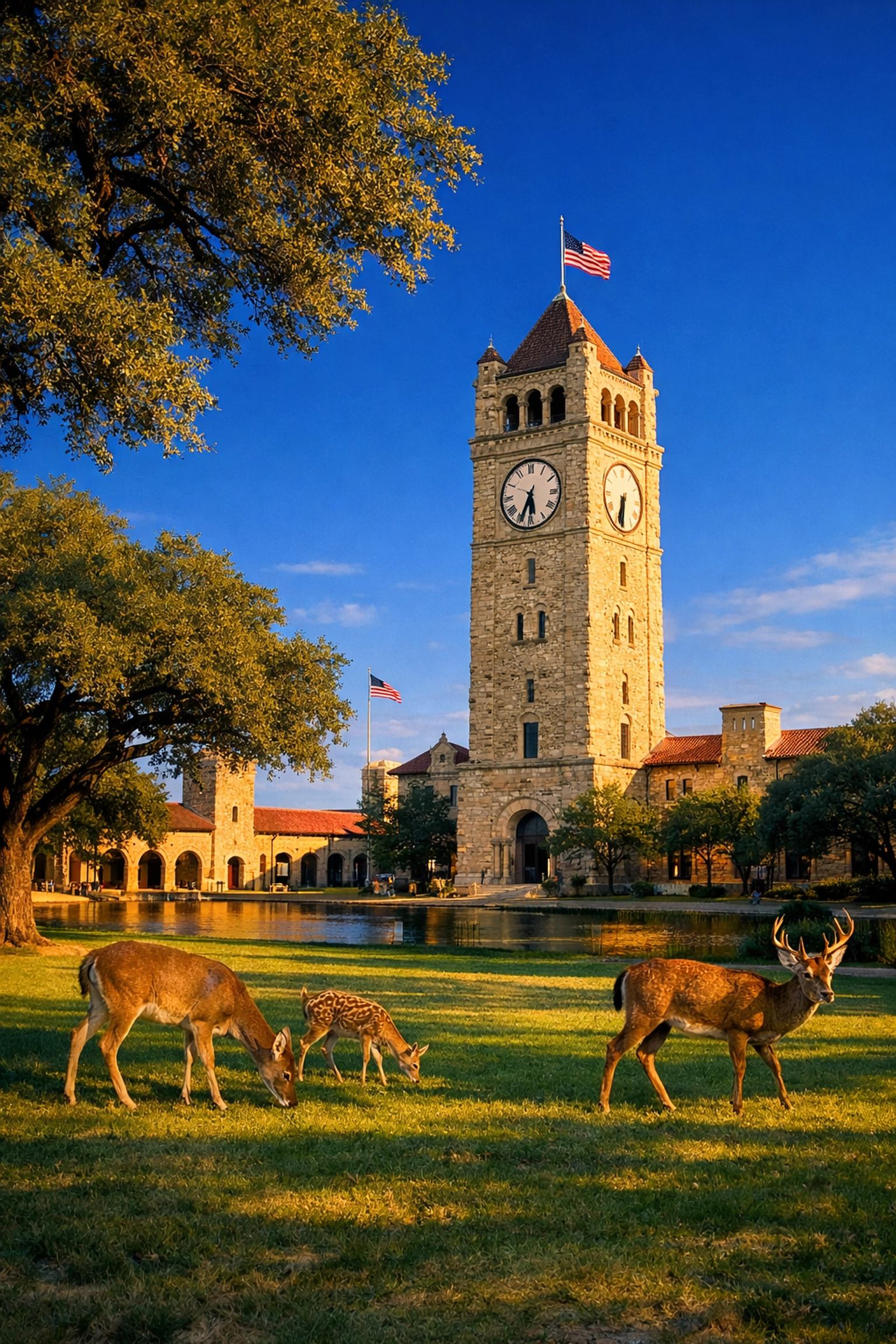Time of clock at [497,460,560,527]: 5:33
